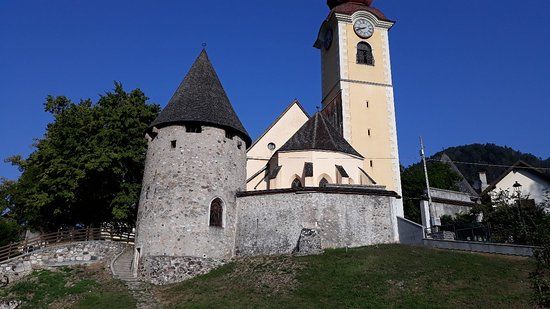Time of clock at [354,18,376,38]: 8:41
